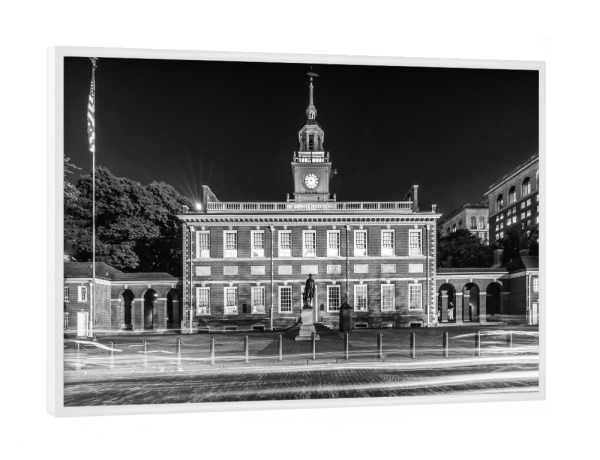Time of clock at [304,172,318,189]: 8:53
